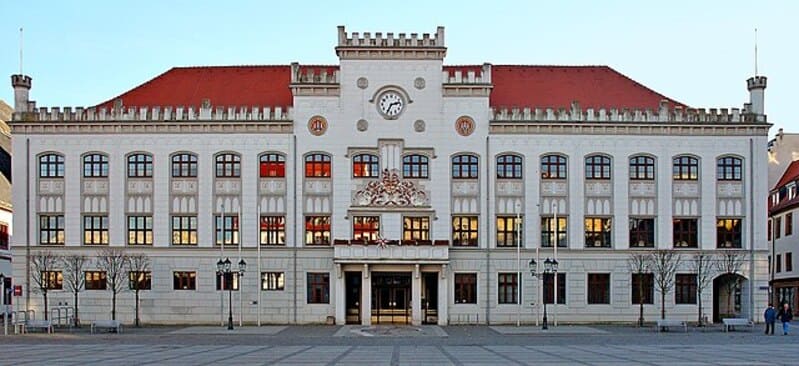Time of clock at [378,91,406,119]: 2:34
